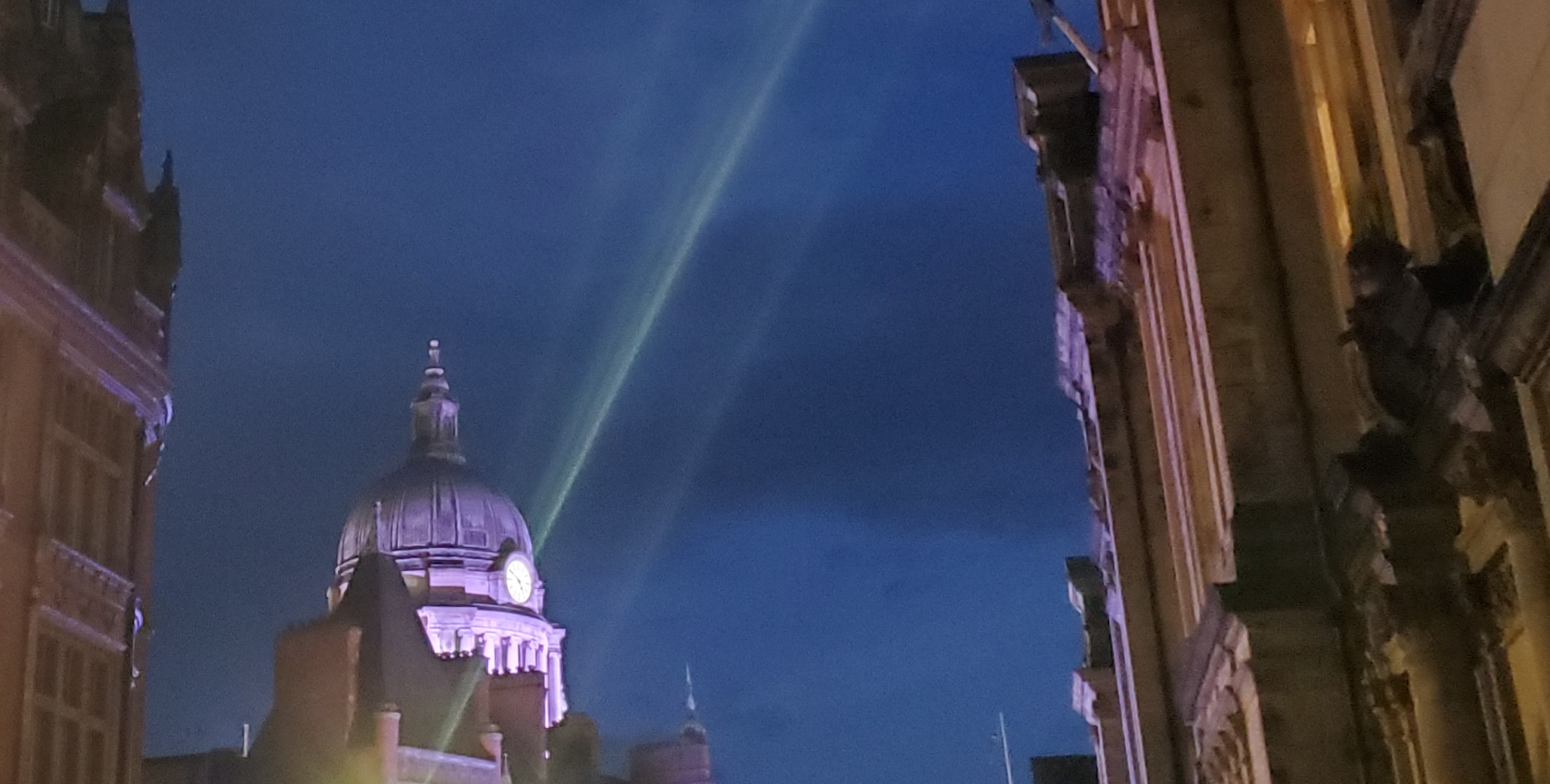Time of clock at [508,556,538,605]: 4:50
